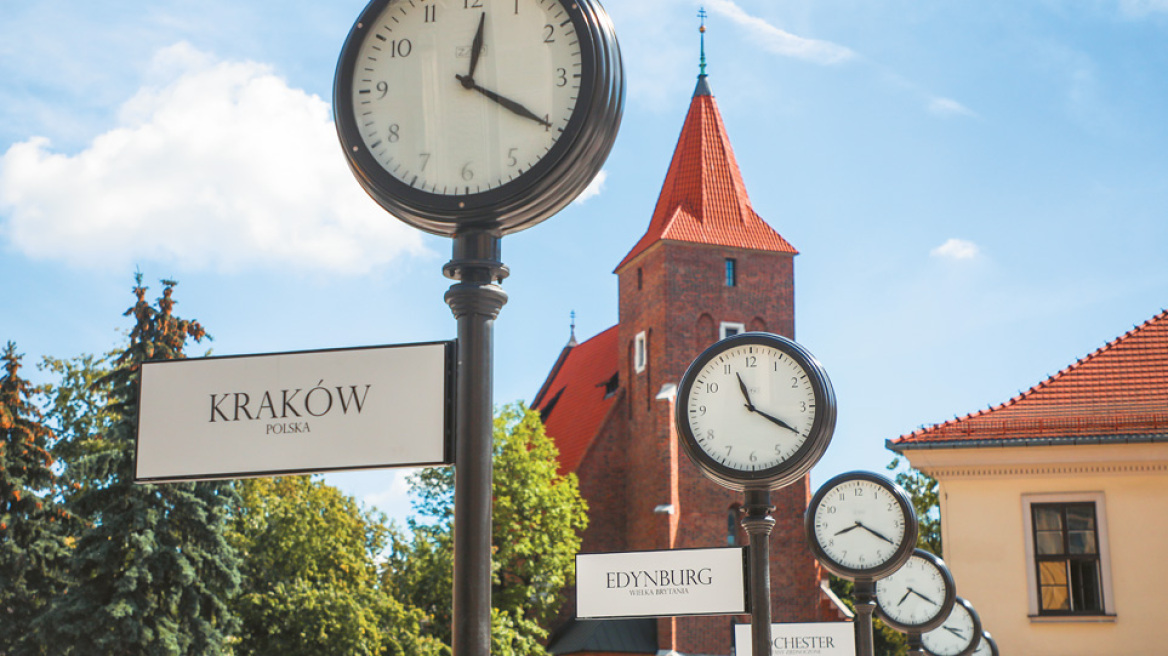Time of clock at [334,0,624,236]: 12:20
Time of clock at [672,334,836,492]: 11:19
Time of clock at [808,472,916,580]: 8:20
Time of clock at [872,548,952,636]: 7:20
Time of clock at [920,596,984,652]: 3:20
